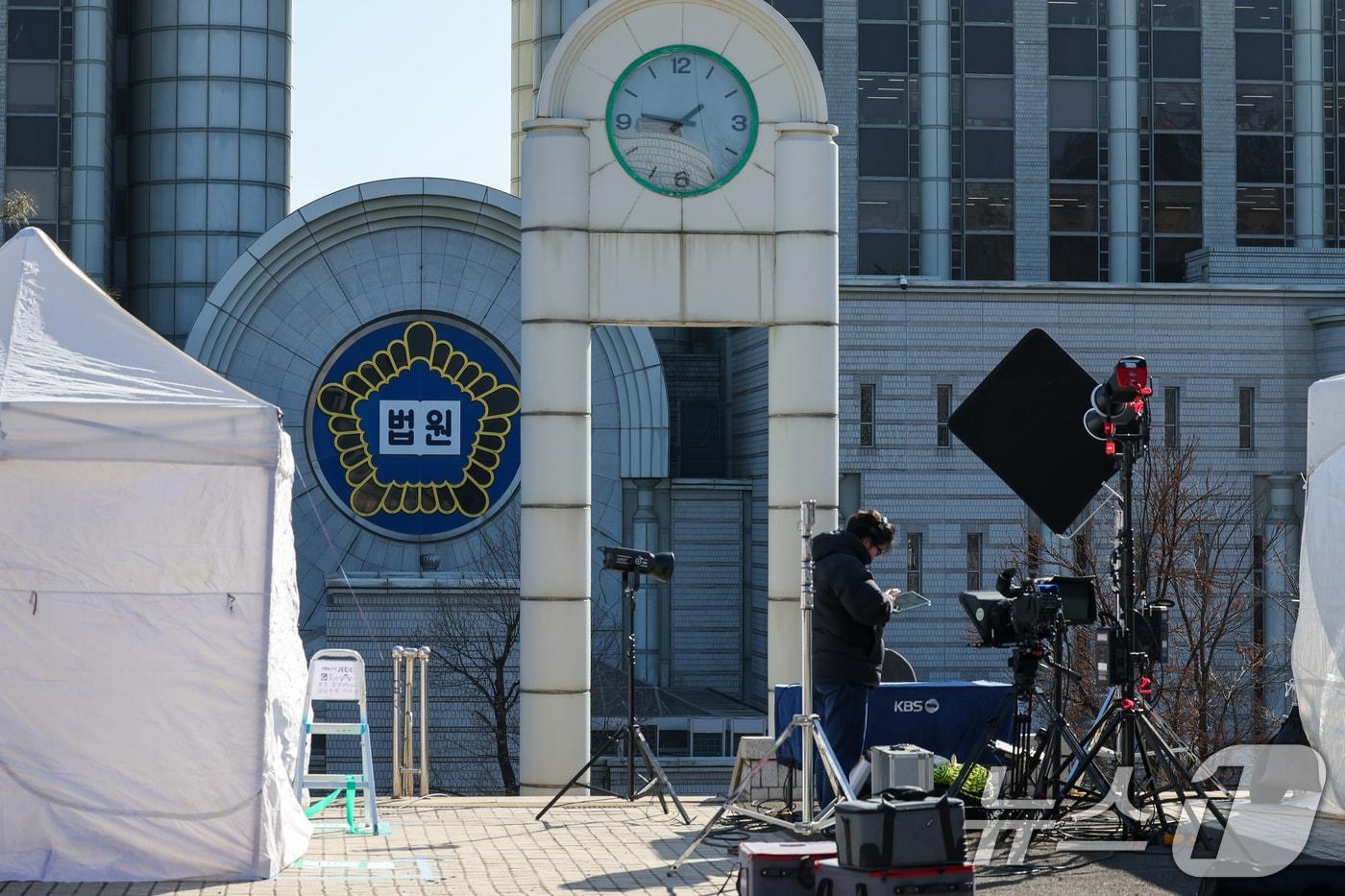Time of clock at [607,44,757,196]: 1:46
